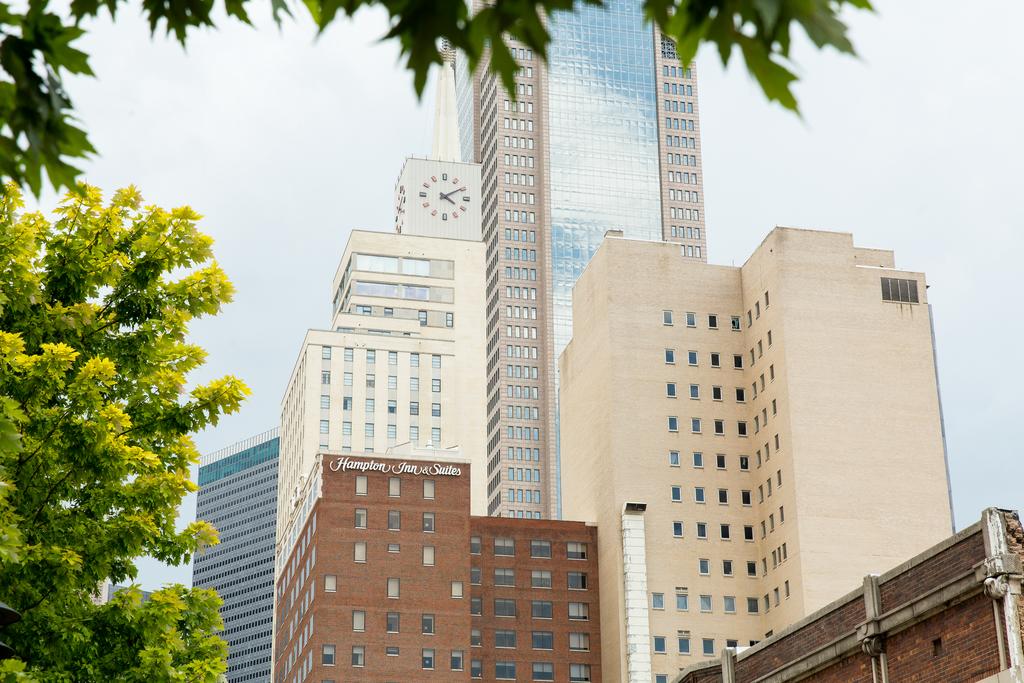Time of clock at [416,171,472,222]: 4:09
